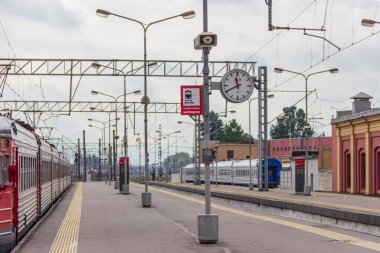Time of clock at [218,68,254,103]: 11:40
